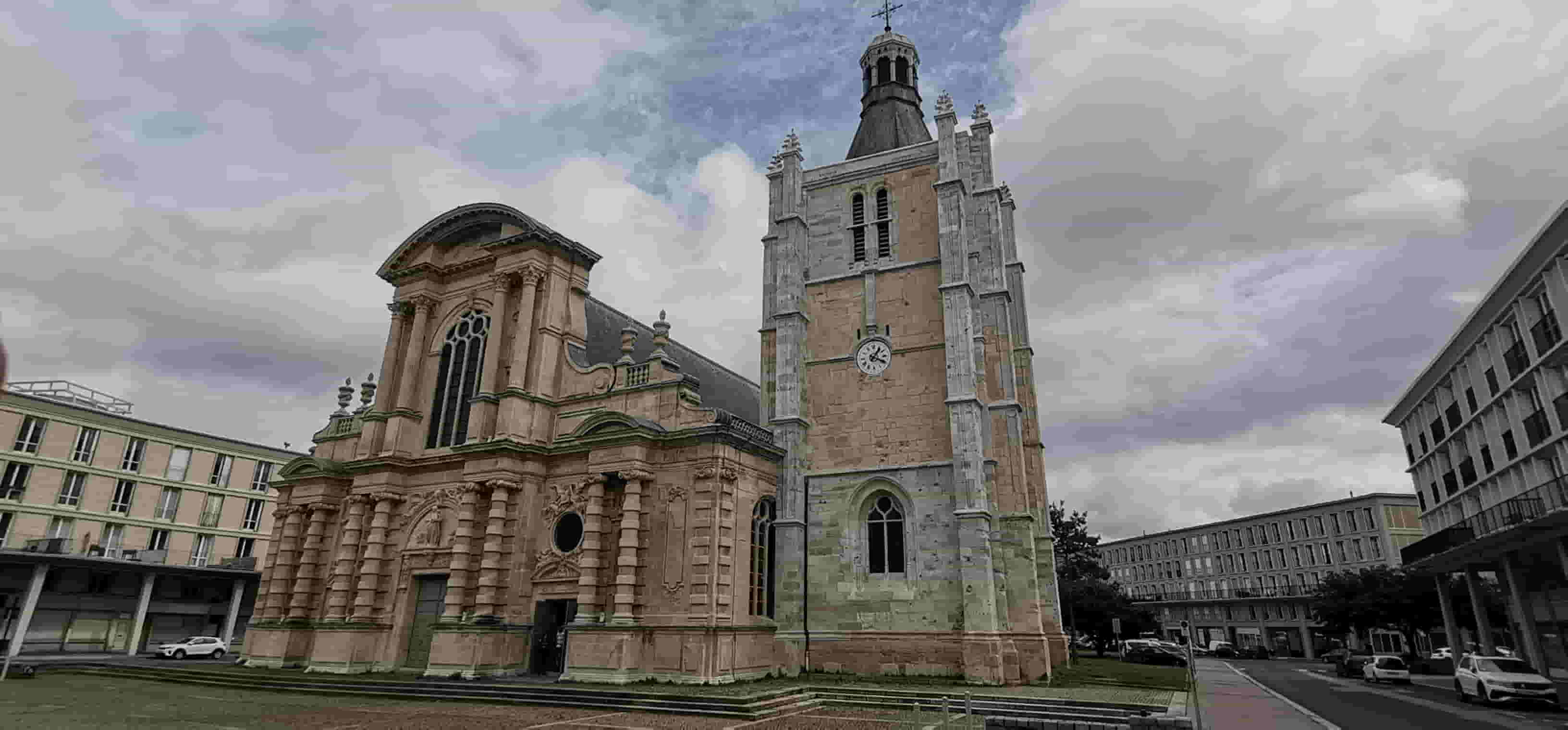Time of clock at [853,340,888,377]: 1:18
